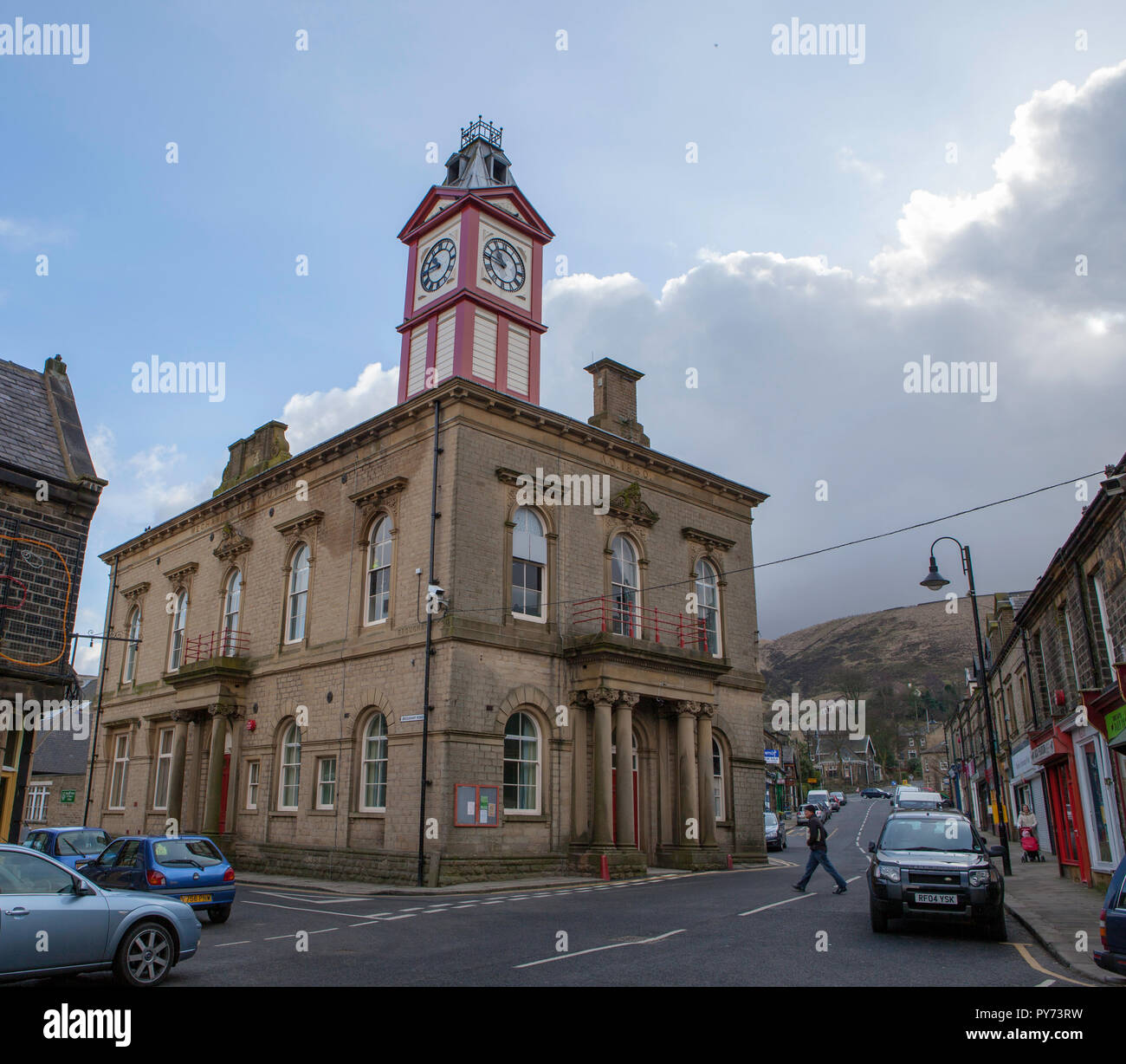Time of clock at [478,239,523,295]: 10:45
